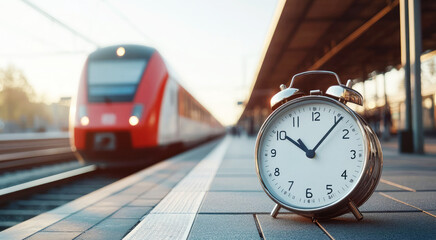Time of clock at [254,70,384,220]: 10:06
